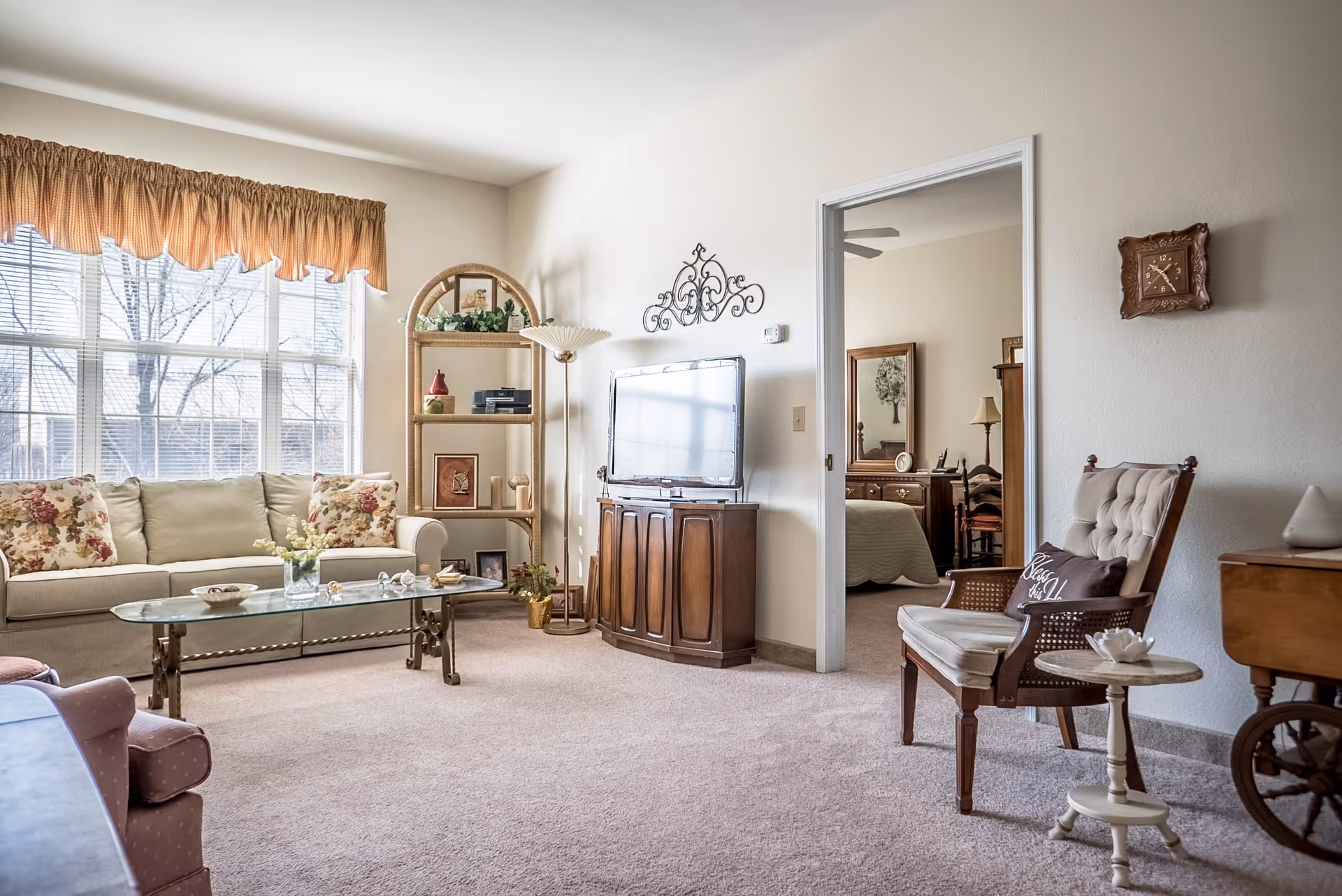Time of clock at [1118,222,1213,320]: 10:24
